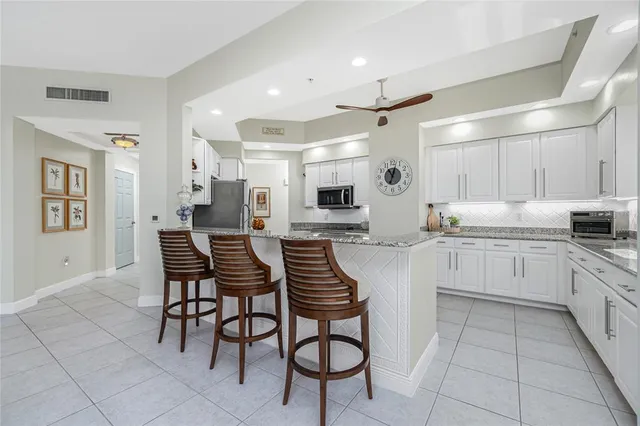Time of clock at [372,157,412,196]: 11:02
